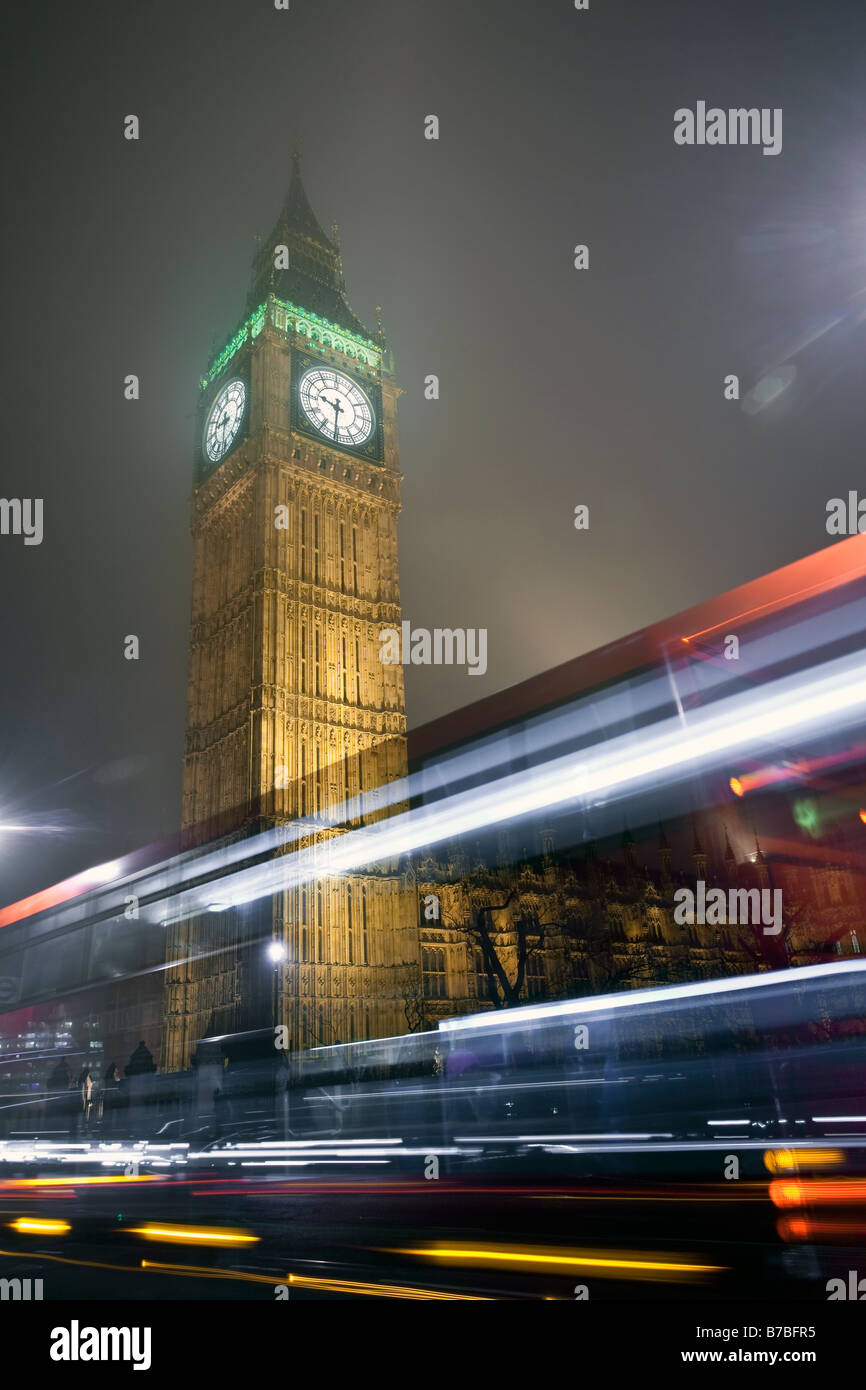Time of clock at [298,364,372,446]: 9:30
